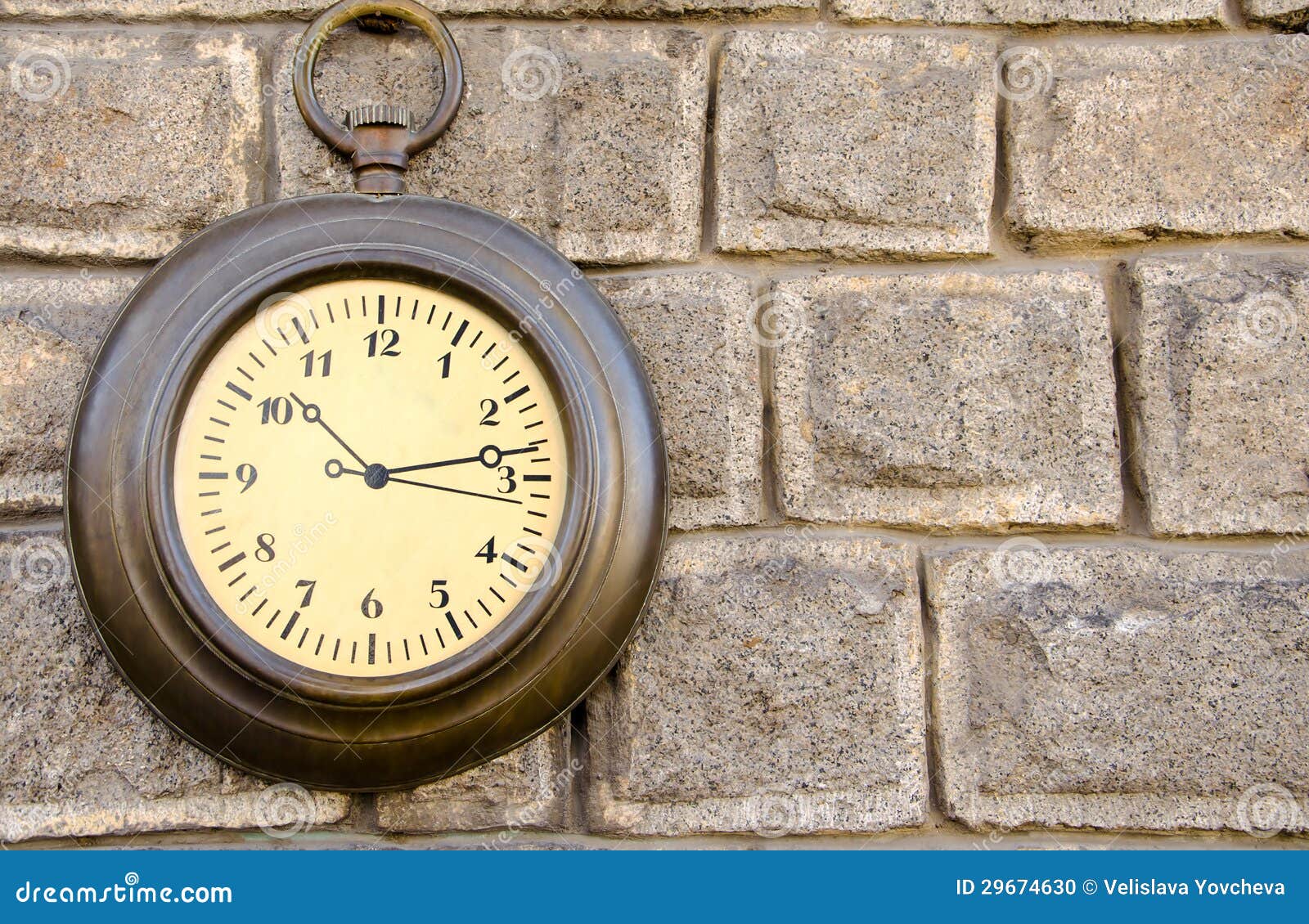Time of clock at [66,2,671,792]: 10:13
